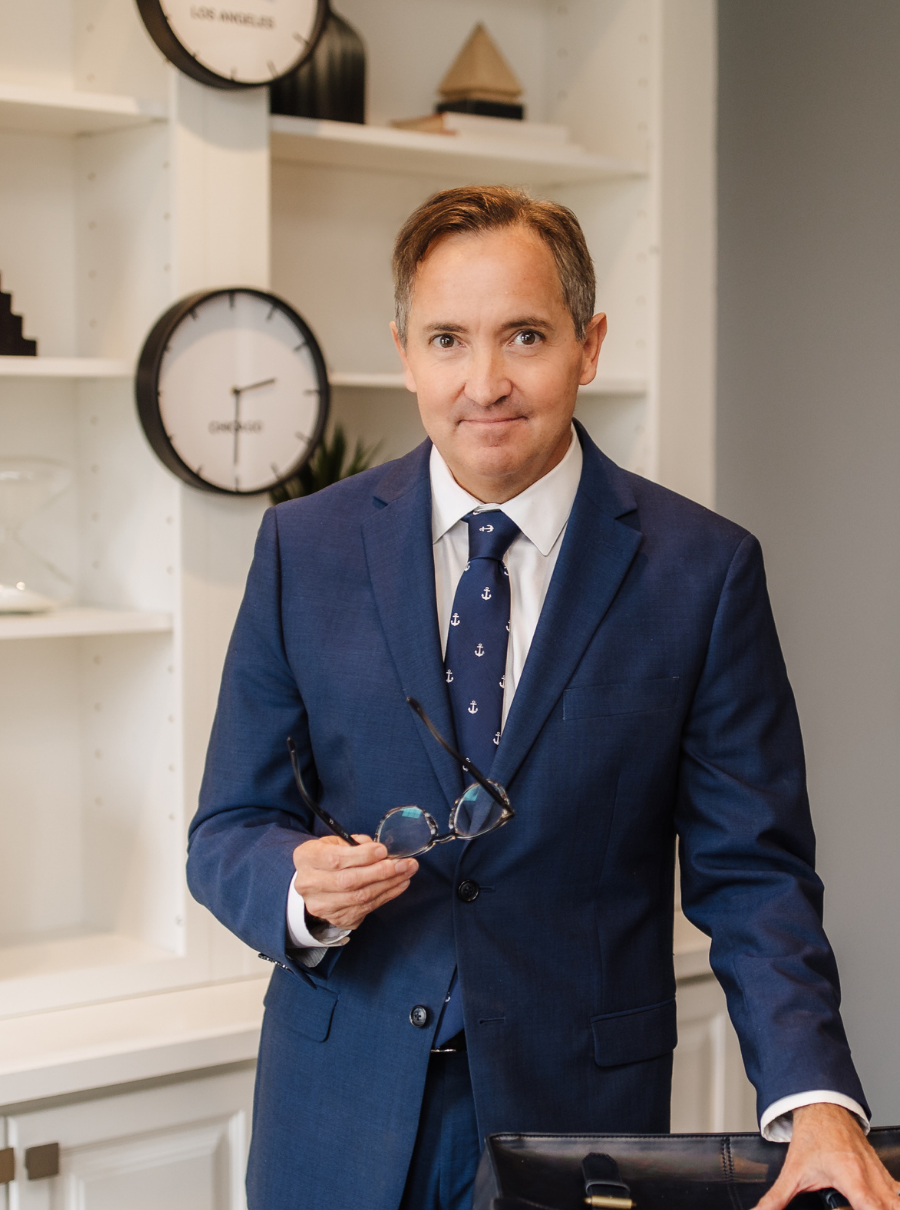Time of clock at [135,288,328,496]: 2:30
